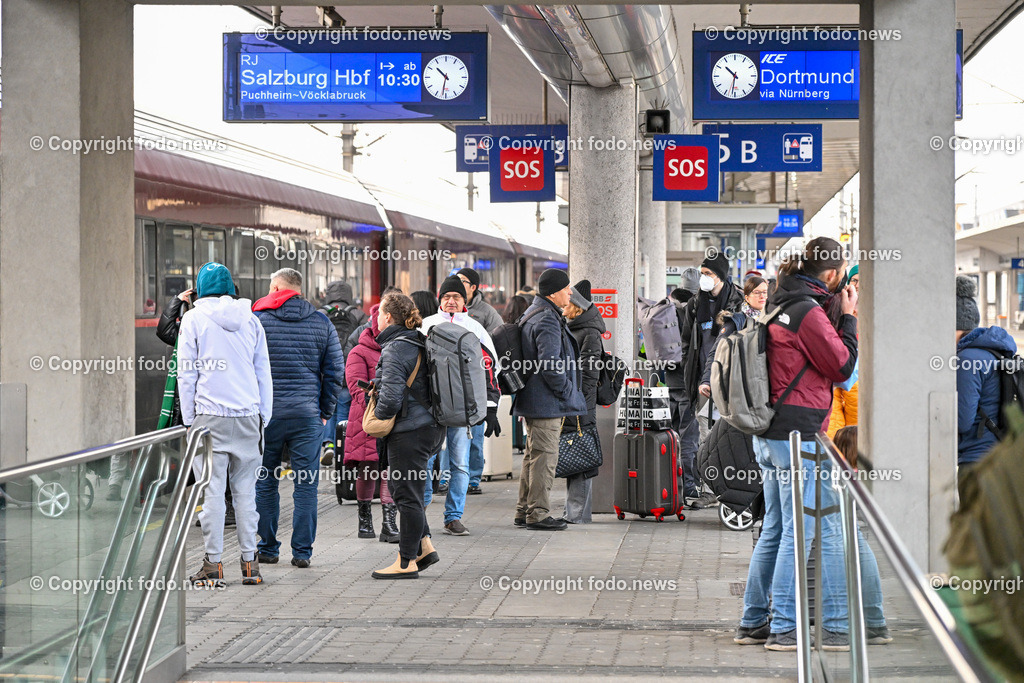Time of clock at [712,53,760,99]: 10:31
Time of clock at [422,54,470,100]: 10:31
